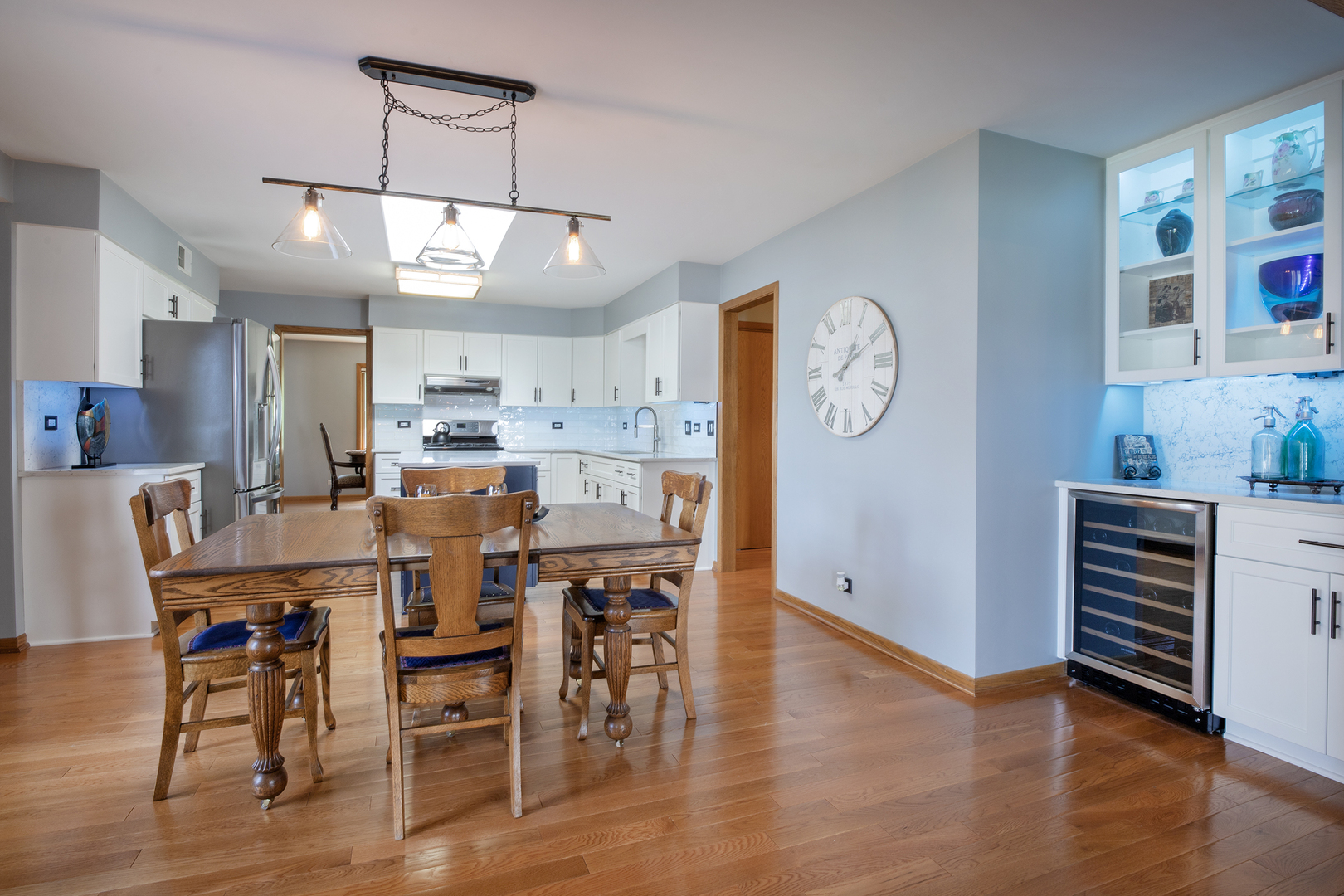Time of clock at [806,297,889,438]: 1:10
